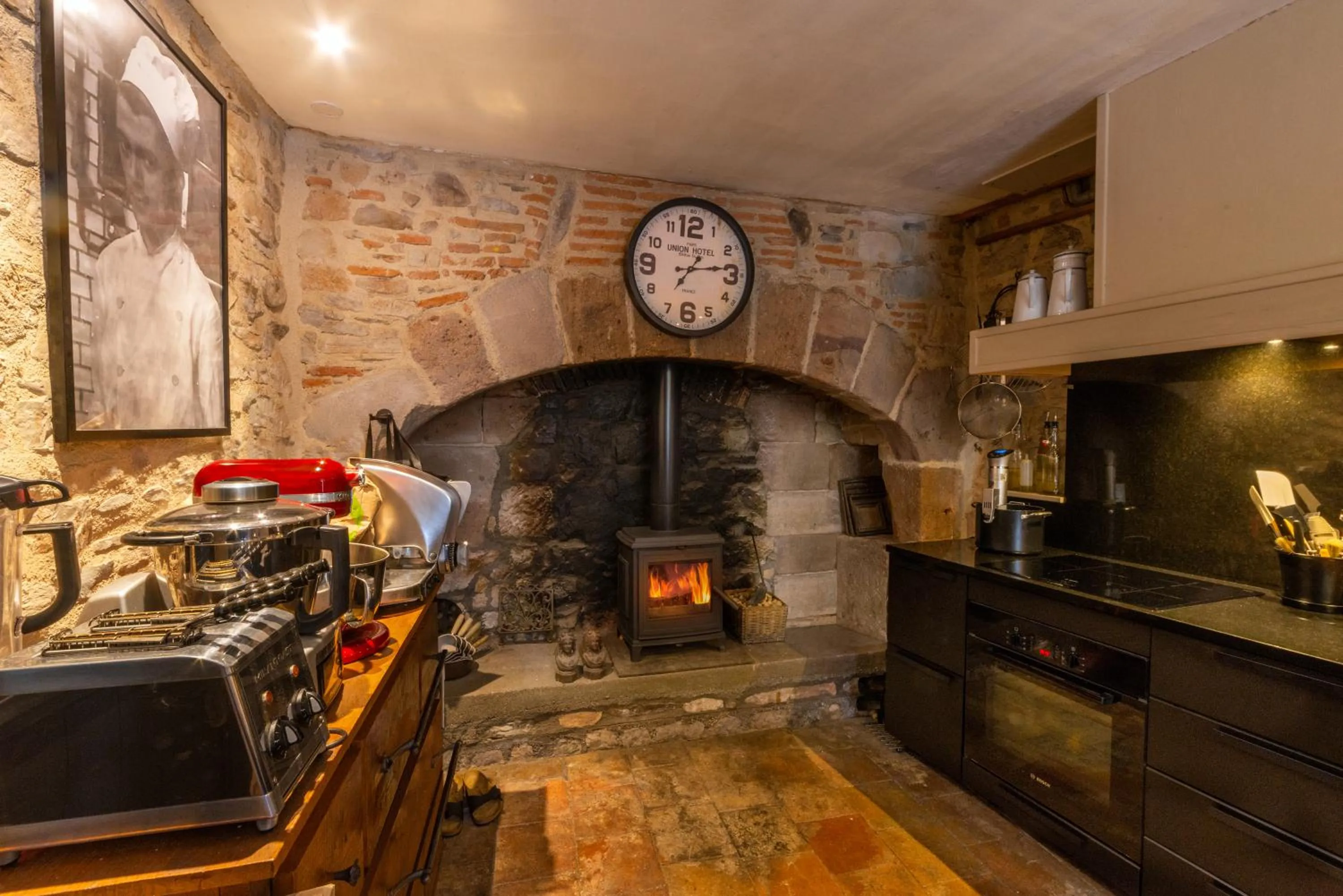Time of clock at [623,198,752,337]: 1:13
